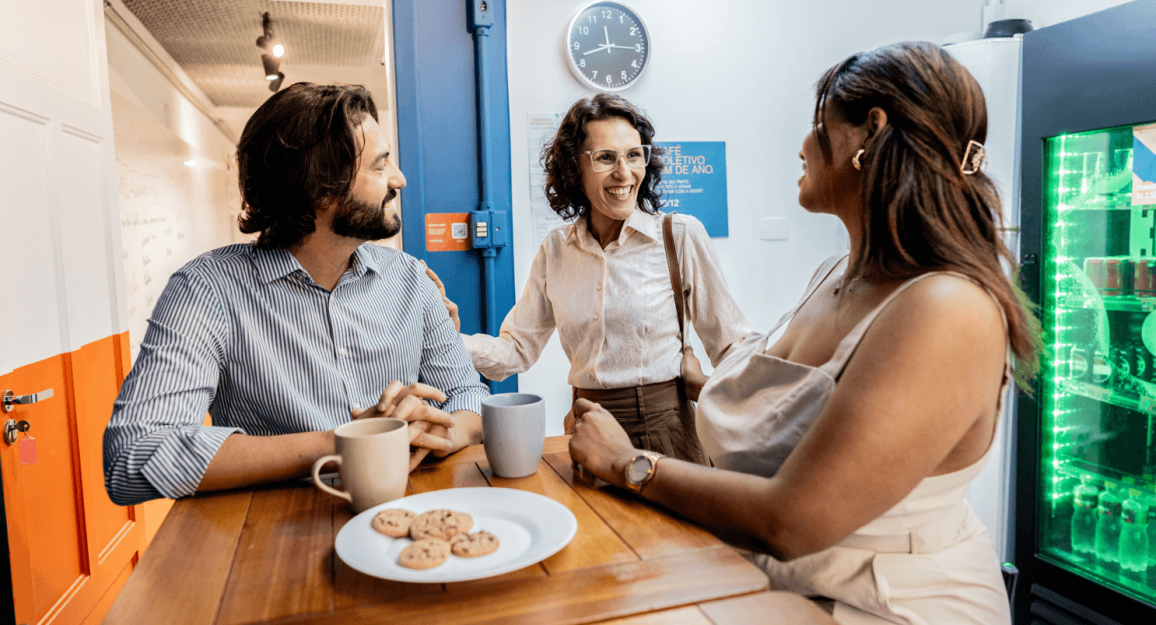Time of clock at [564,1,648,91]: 11:42
